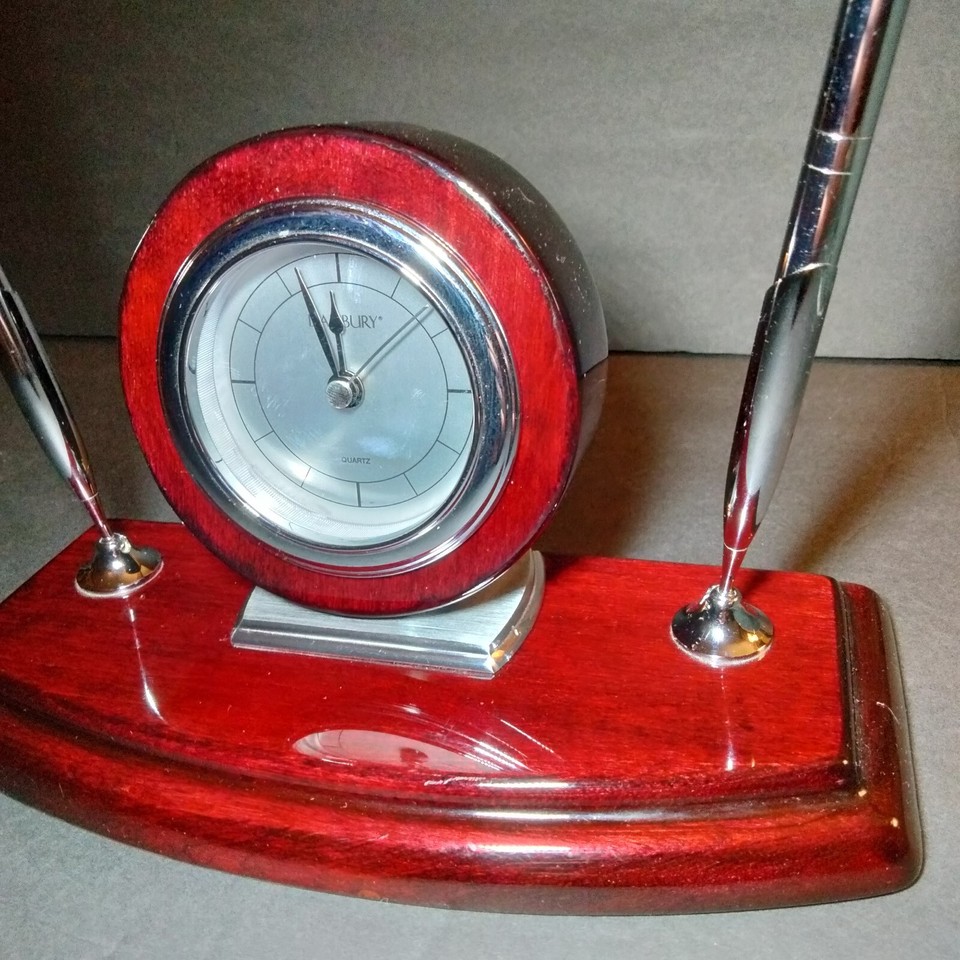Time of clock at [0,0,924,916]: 11:56
